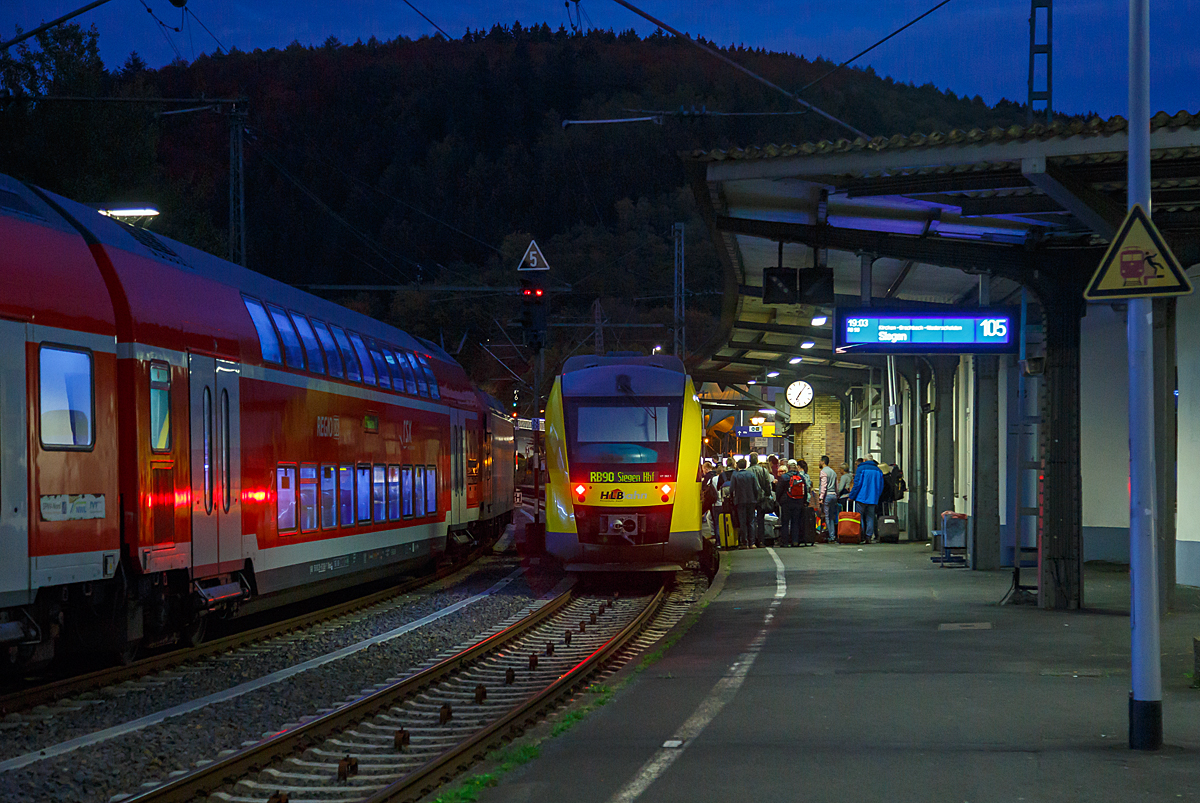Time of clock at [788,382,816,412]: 7:06
